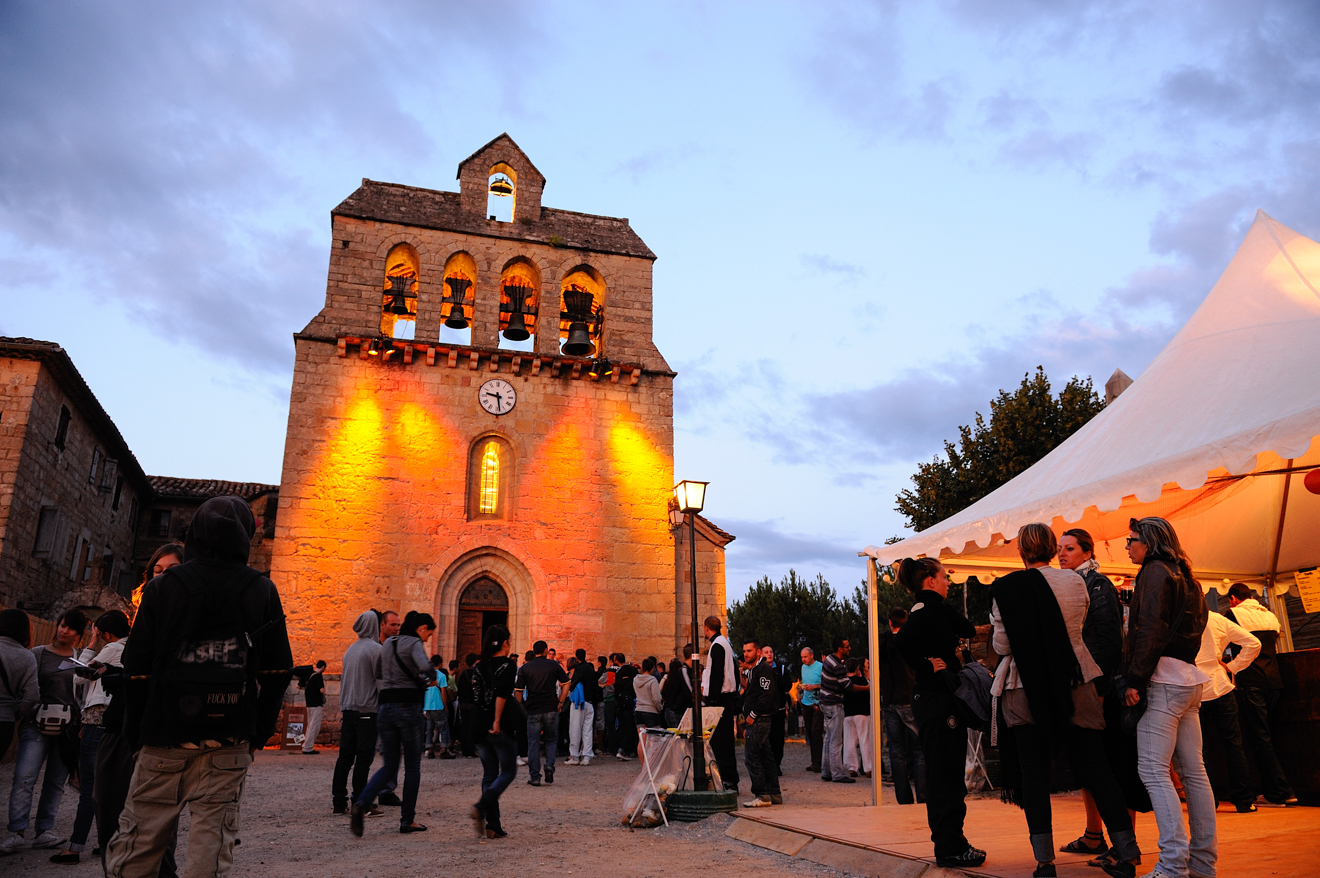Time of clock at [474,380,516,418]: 9:28
